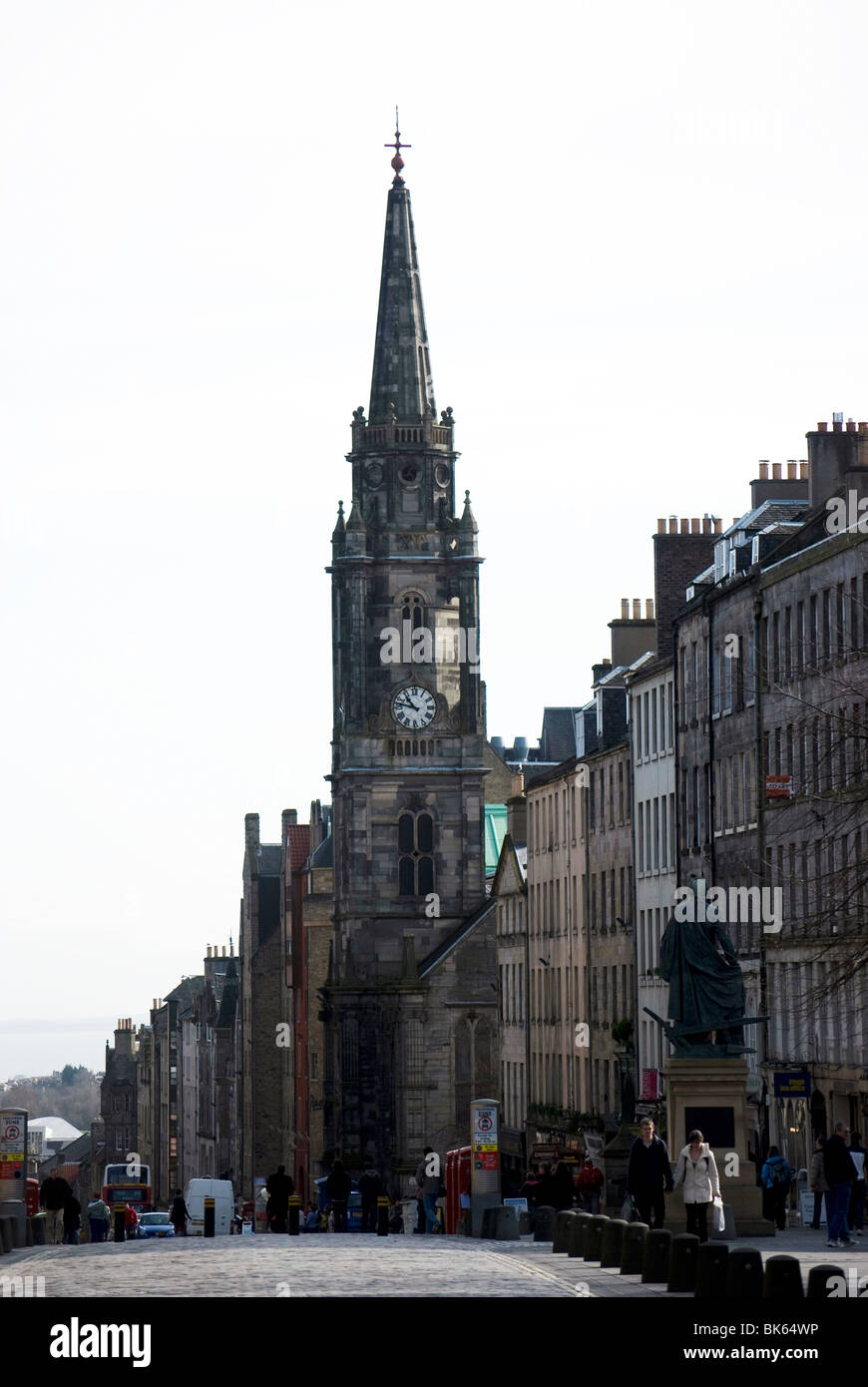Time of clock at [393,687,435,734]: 10:47
